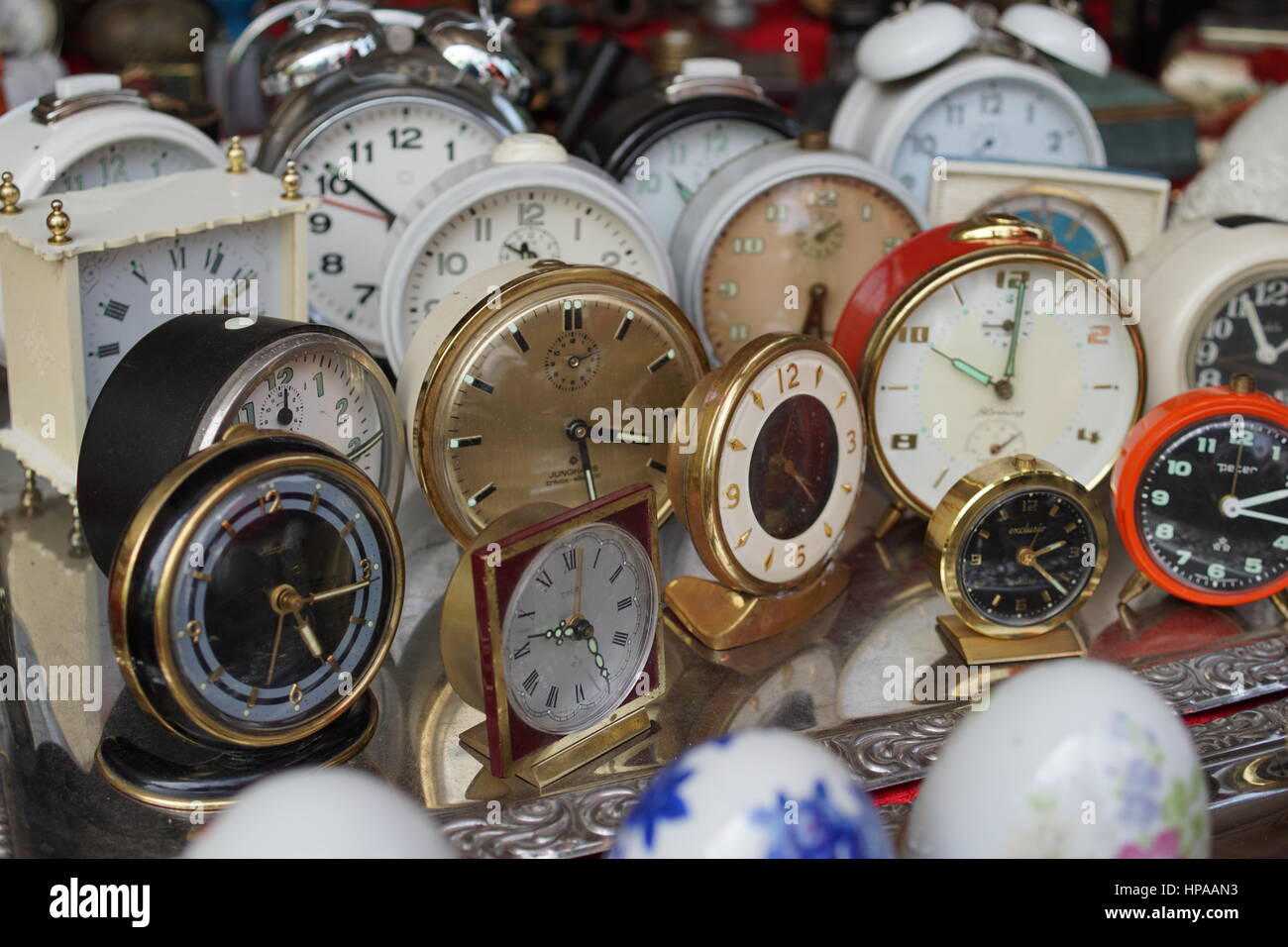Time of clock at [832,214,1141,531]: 10:01
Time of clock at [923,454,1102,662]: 2:22
